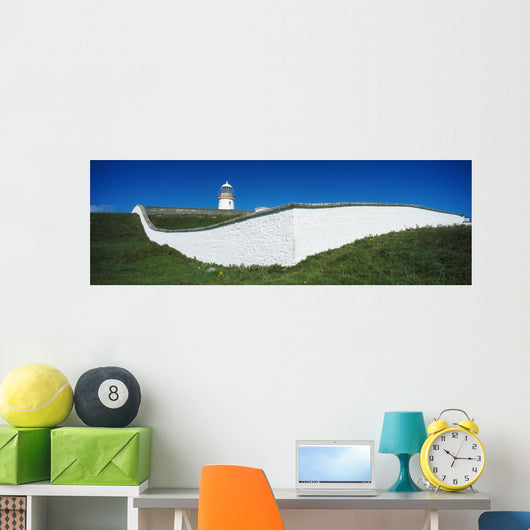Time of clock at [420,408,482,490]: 10:15
